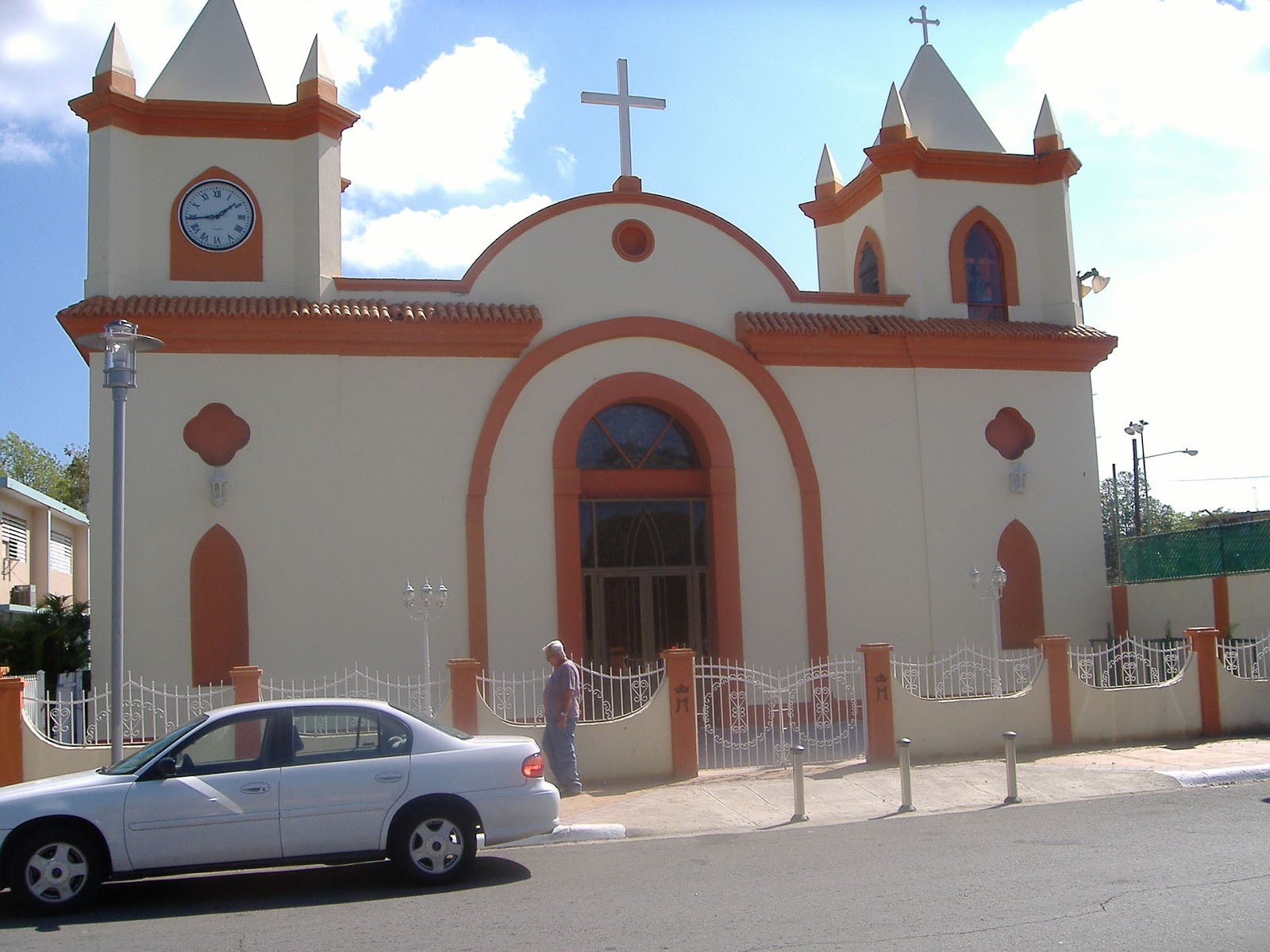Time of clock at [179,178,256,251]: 1:44
